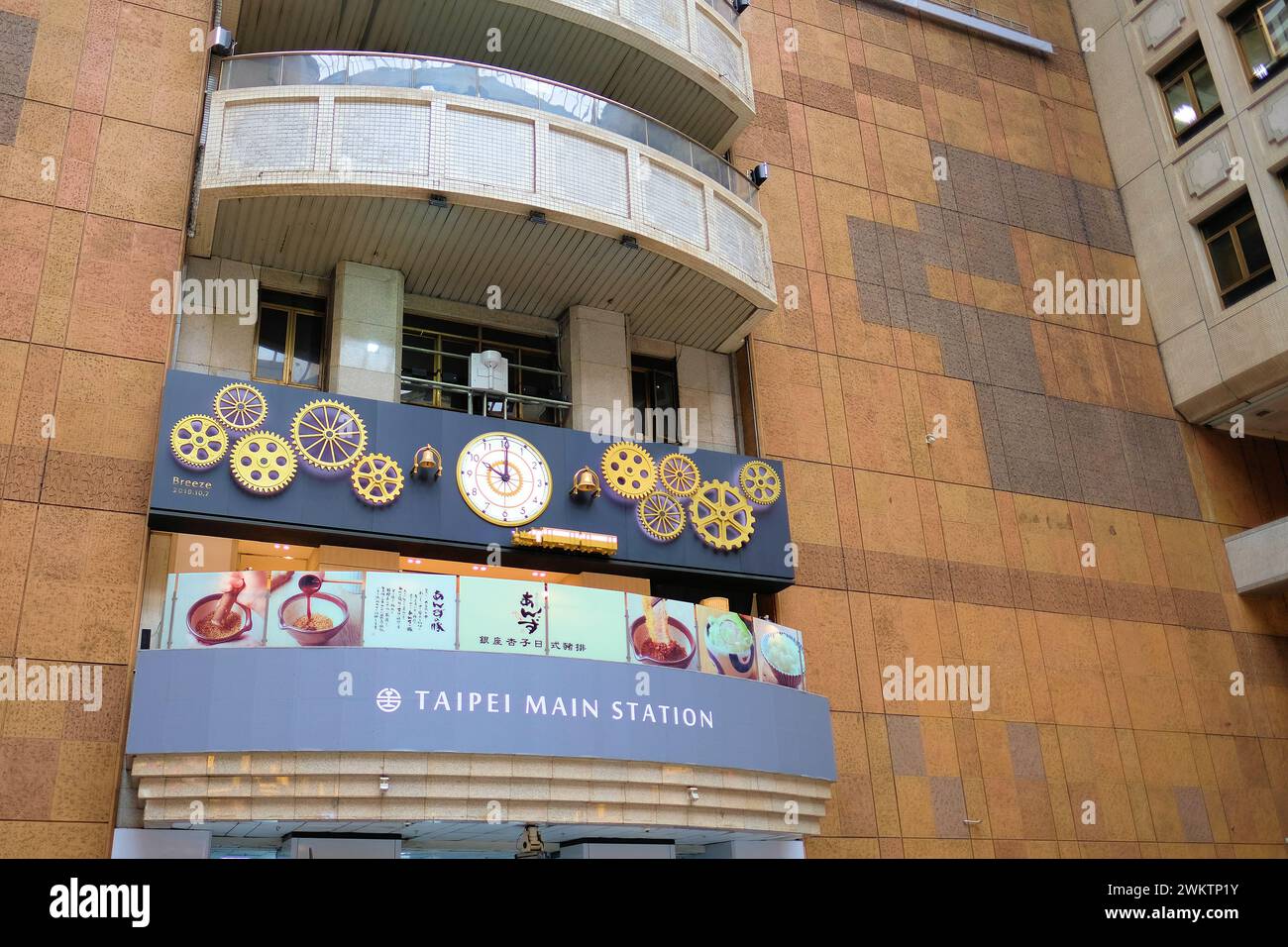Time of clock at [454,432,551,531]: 10:00
